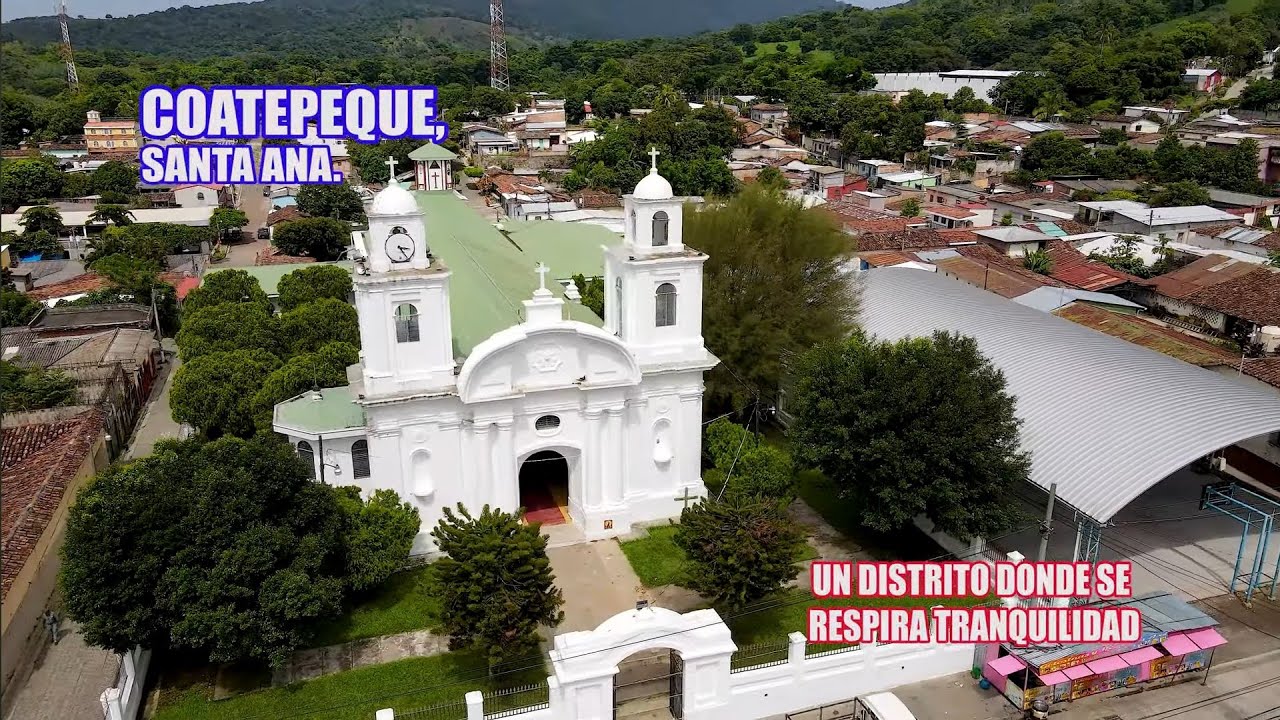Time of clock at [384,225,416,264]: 3:24
